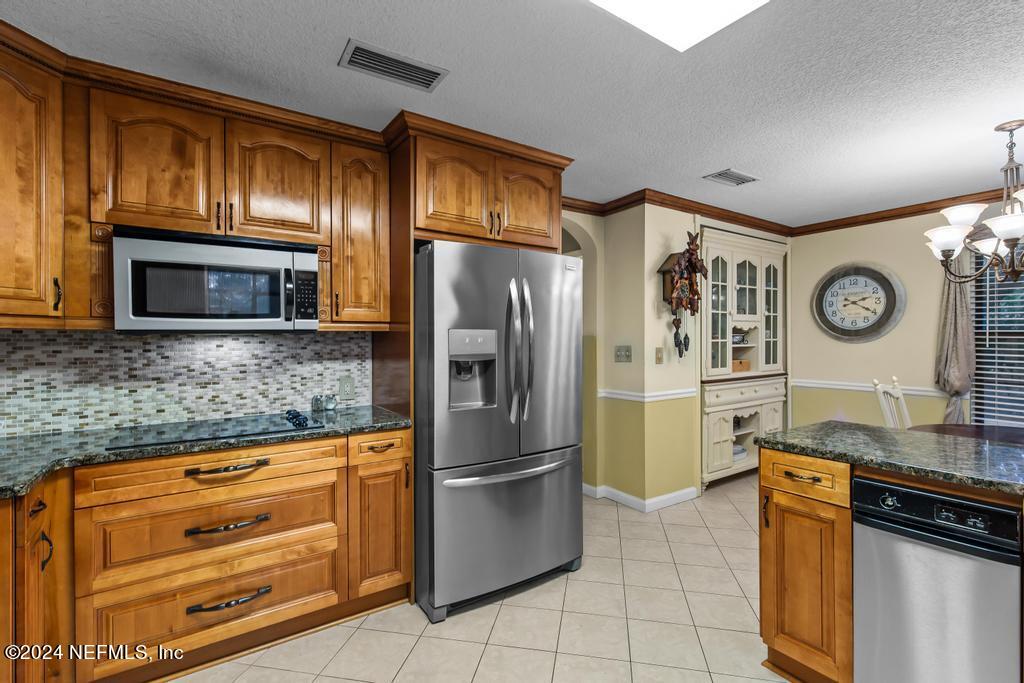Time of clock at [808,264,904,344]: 2:20
